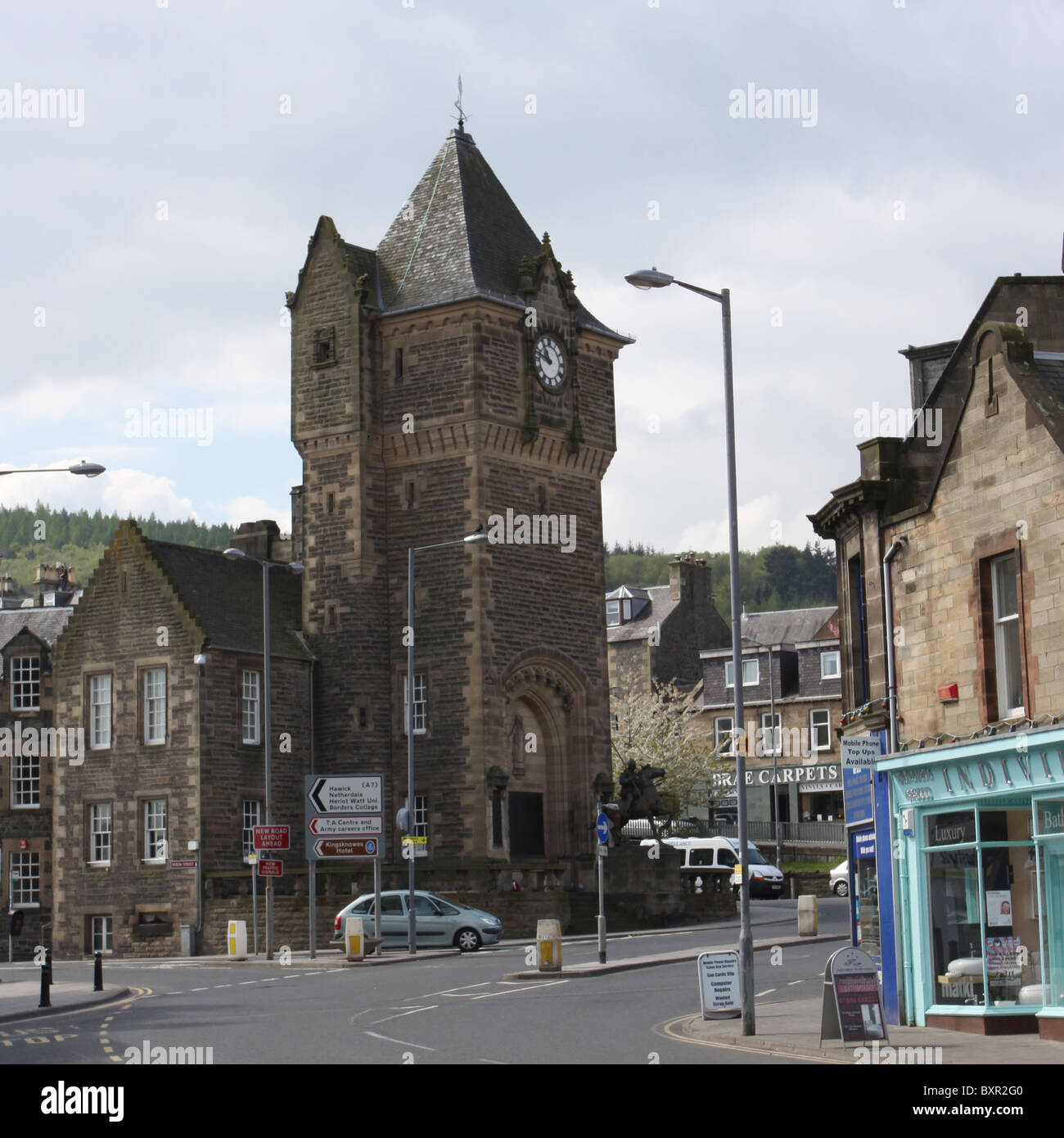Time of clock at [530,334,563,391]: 10:47
